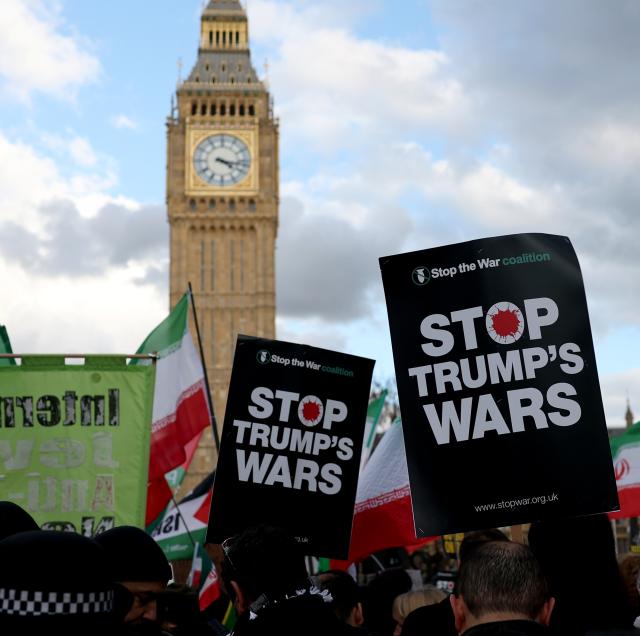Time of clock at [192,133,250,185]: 4:16
